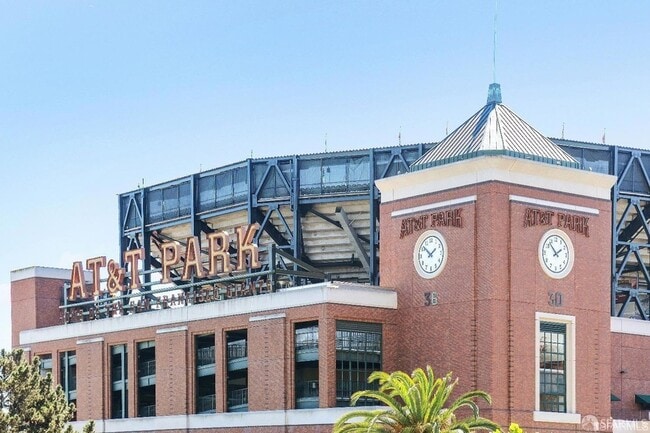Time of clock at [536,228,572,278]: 1:52
